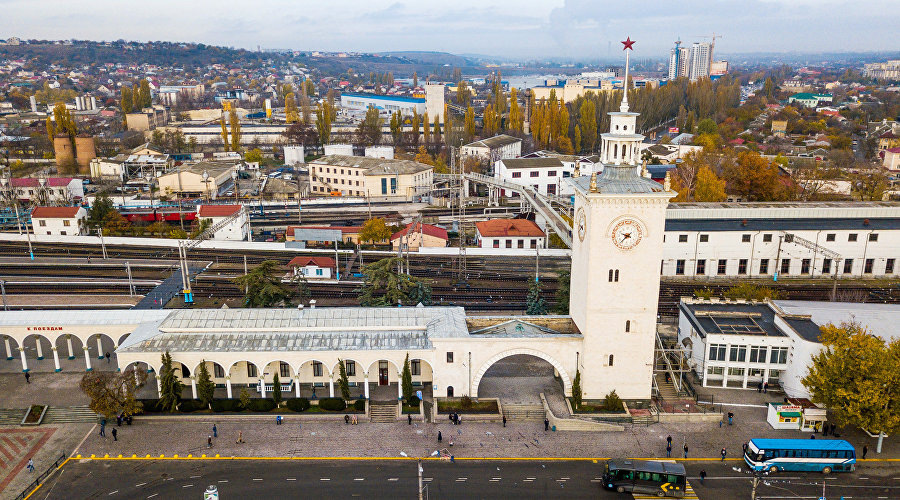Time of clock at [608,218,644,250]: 9:38
